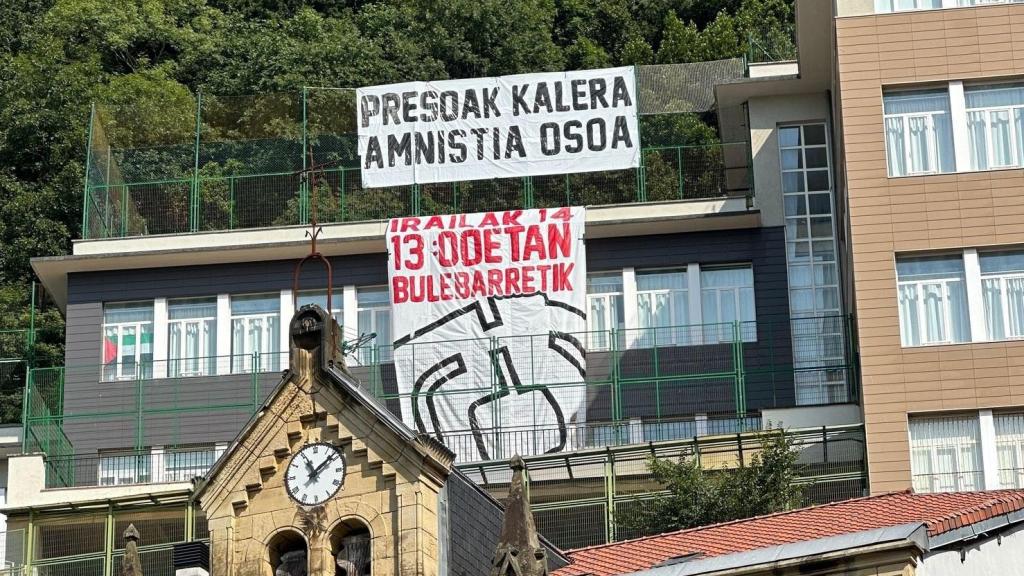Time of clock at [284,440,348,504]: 11:08
